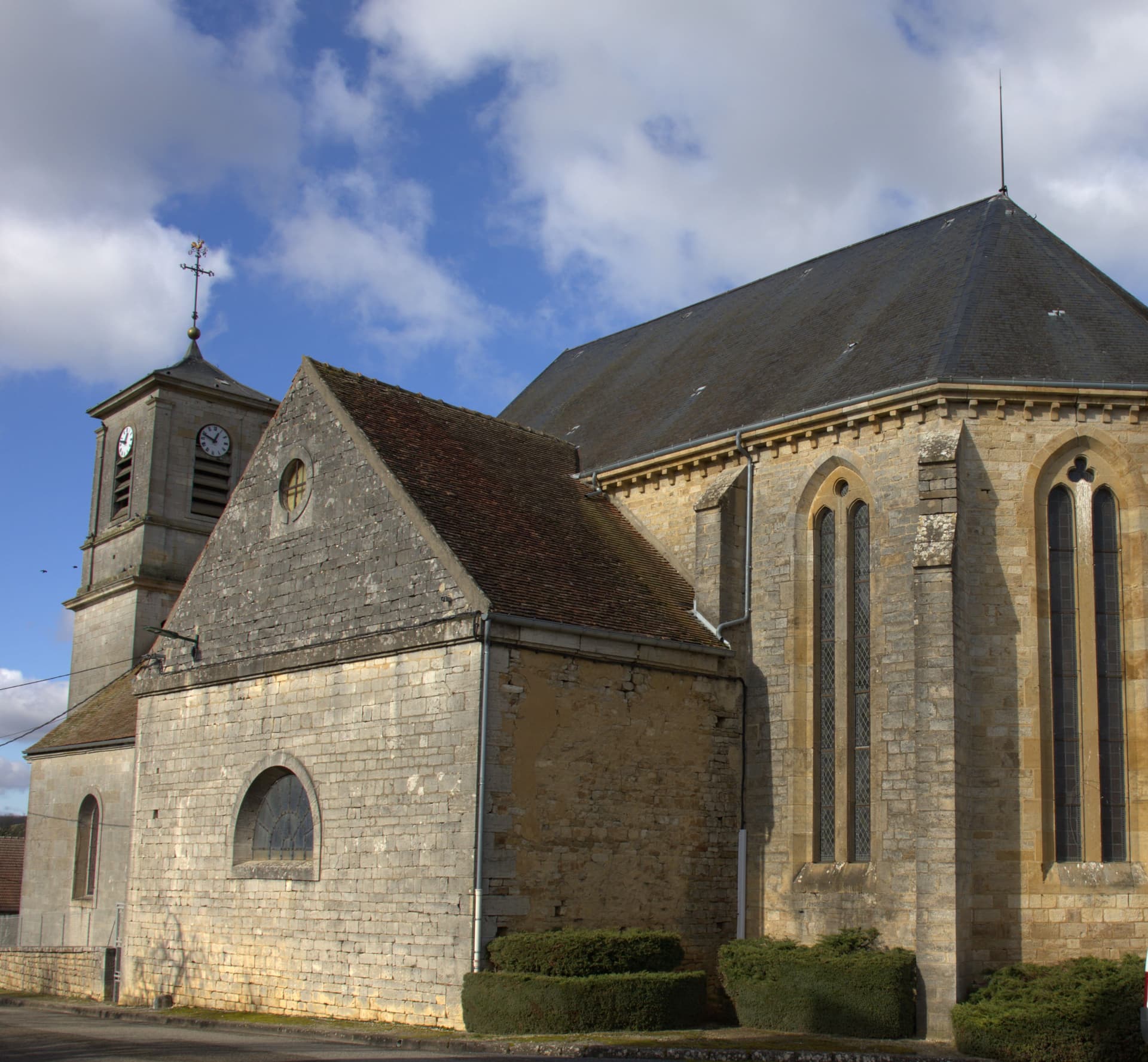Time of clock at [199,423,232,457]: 12:48
